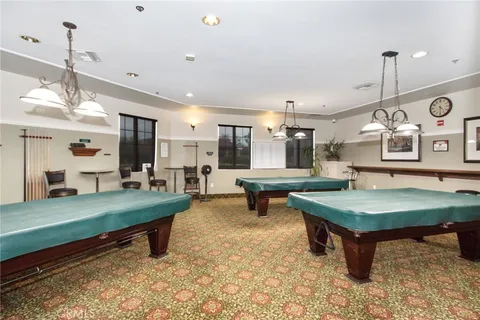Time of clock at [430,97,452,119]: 4:29
